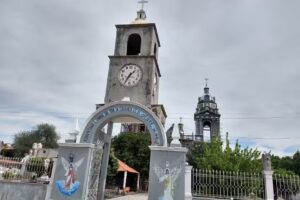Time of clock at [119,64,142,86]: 1:35
